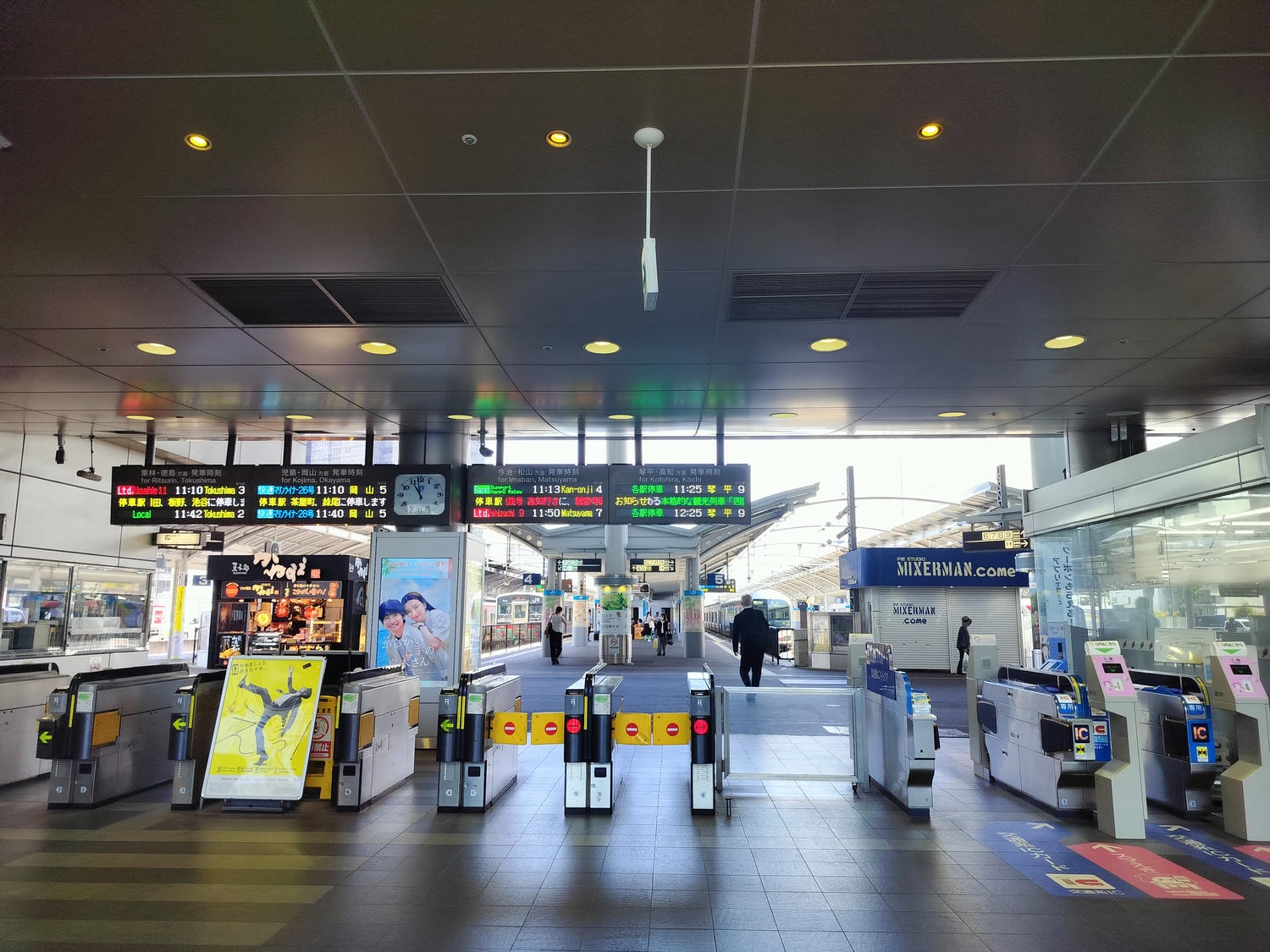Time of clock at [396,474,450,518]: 10:58
